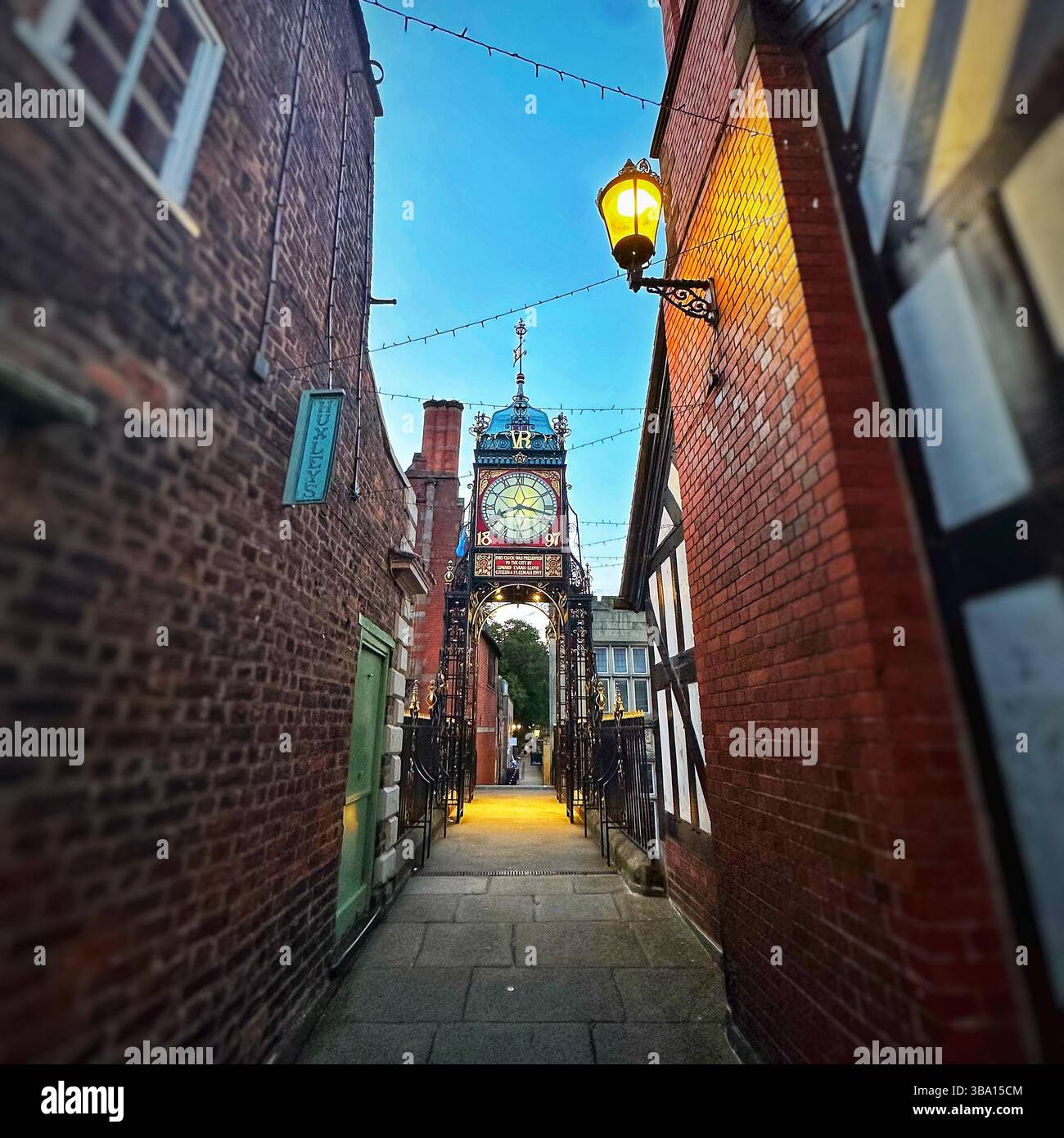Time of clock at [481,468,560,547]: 8:16
